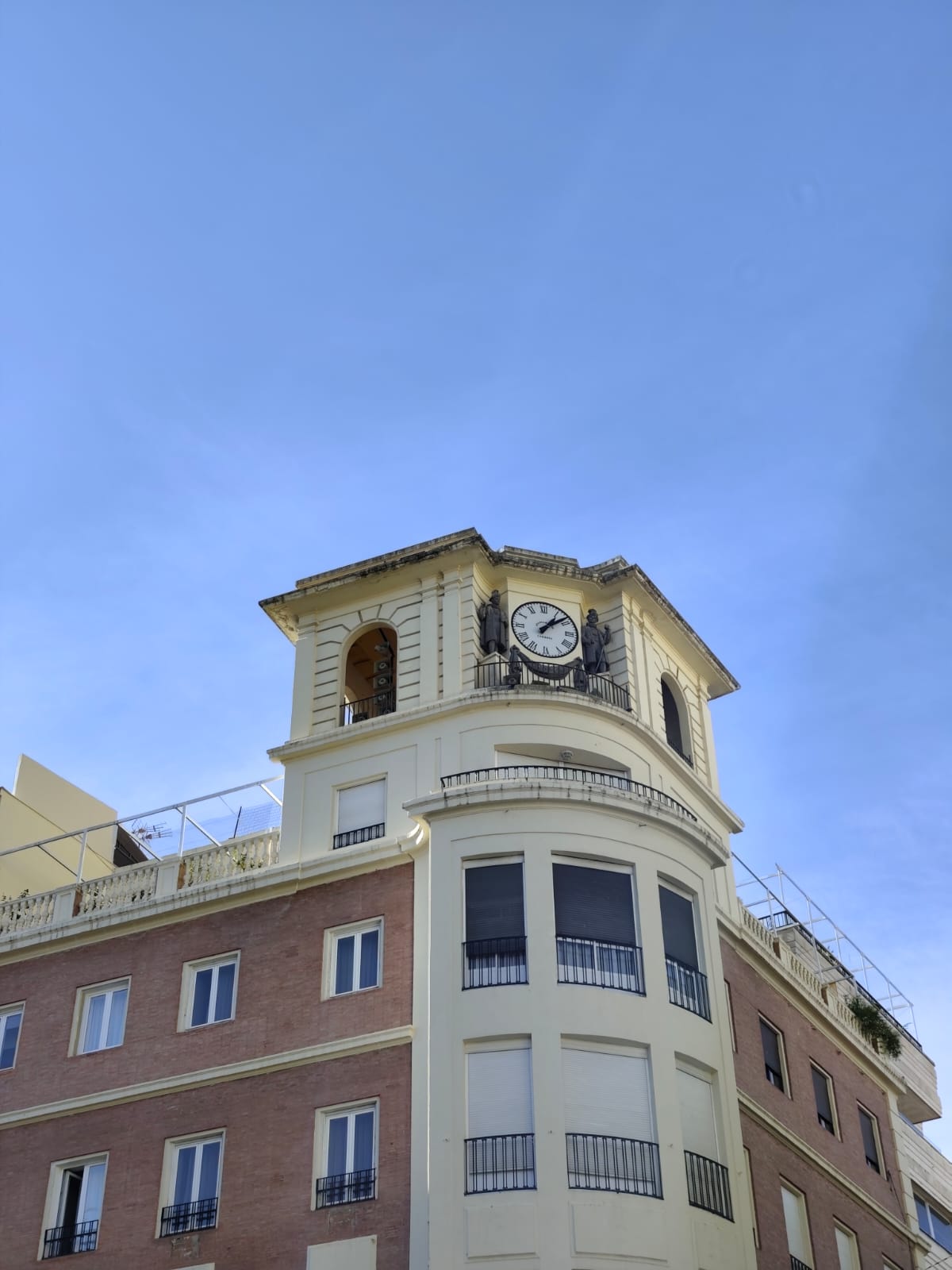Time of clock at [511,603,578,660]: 1:08
